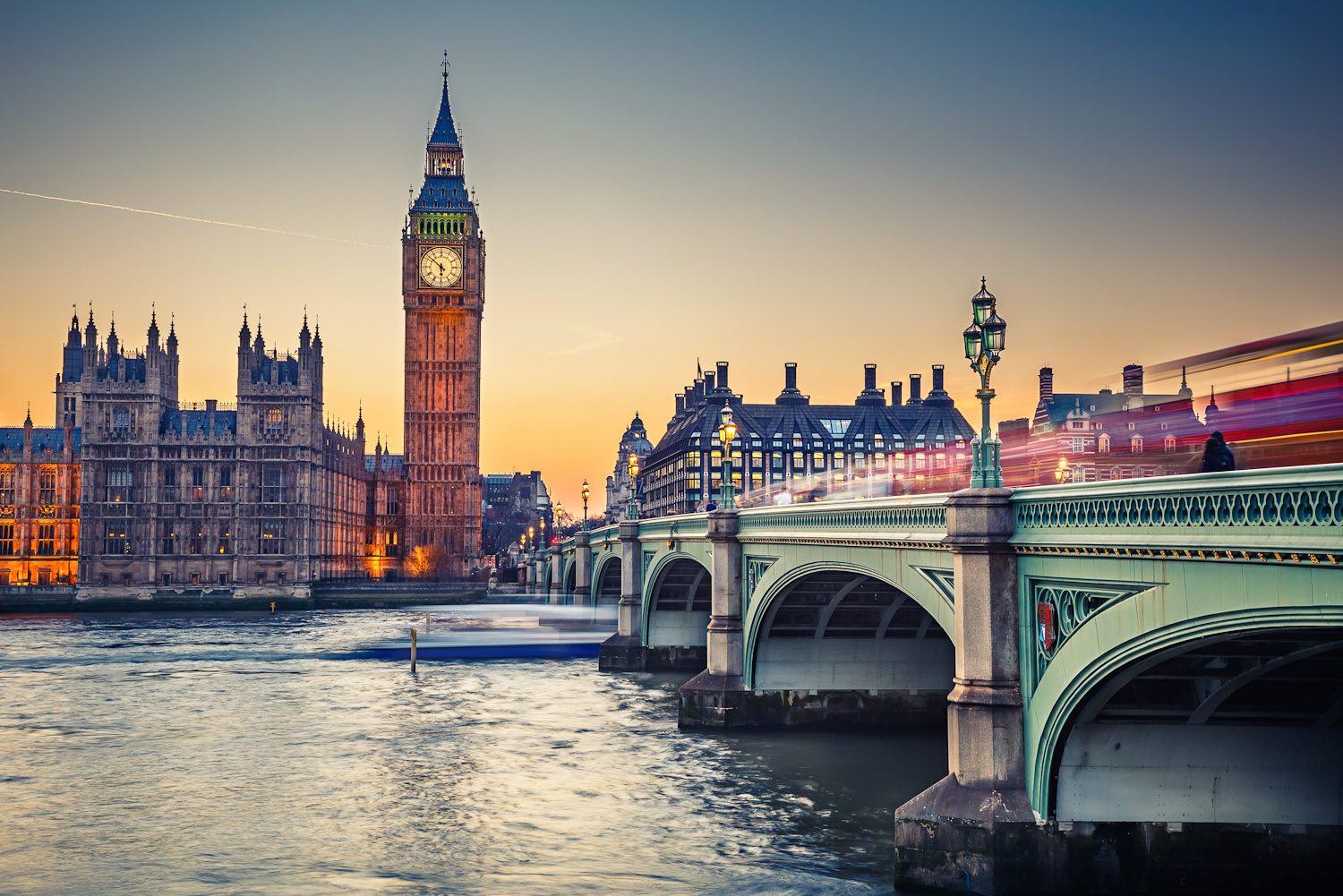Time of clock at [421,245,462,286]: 5:51
